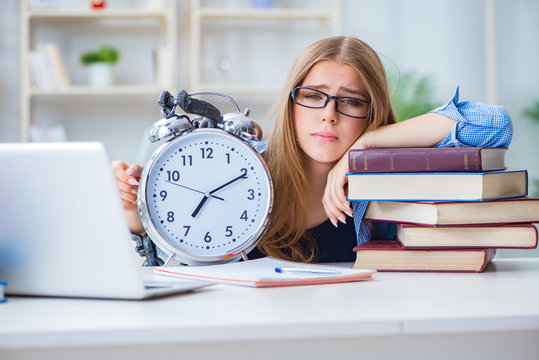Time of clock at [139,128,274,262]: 7:10
